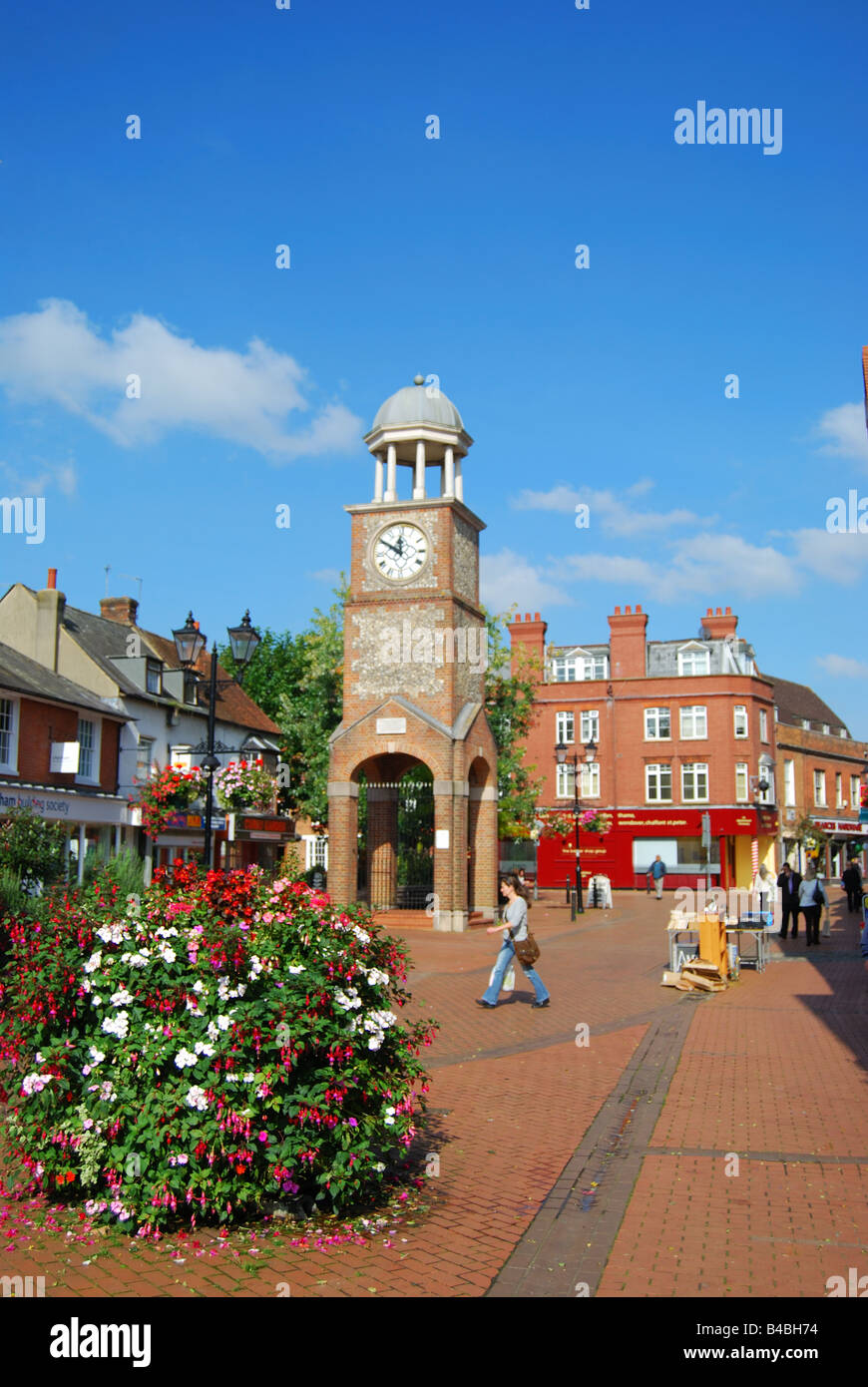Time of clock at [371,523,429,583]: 11:50
